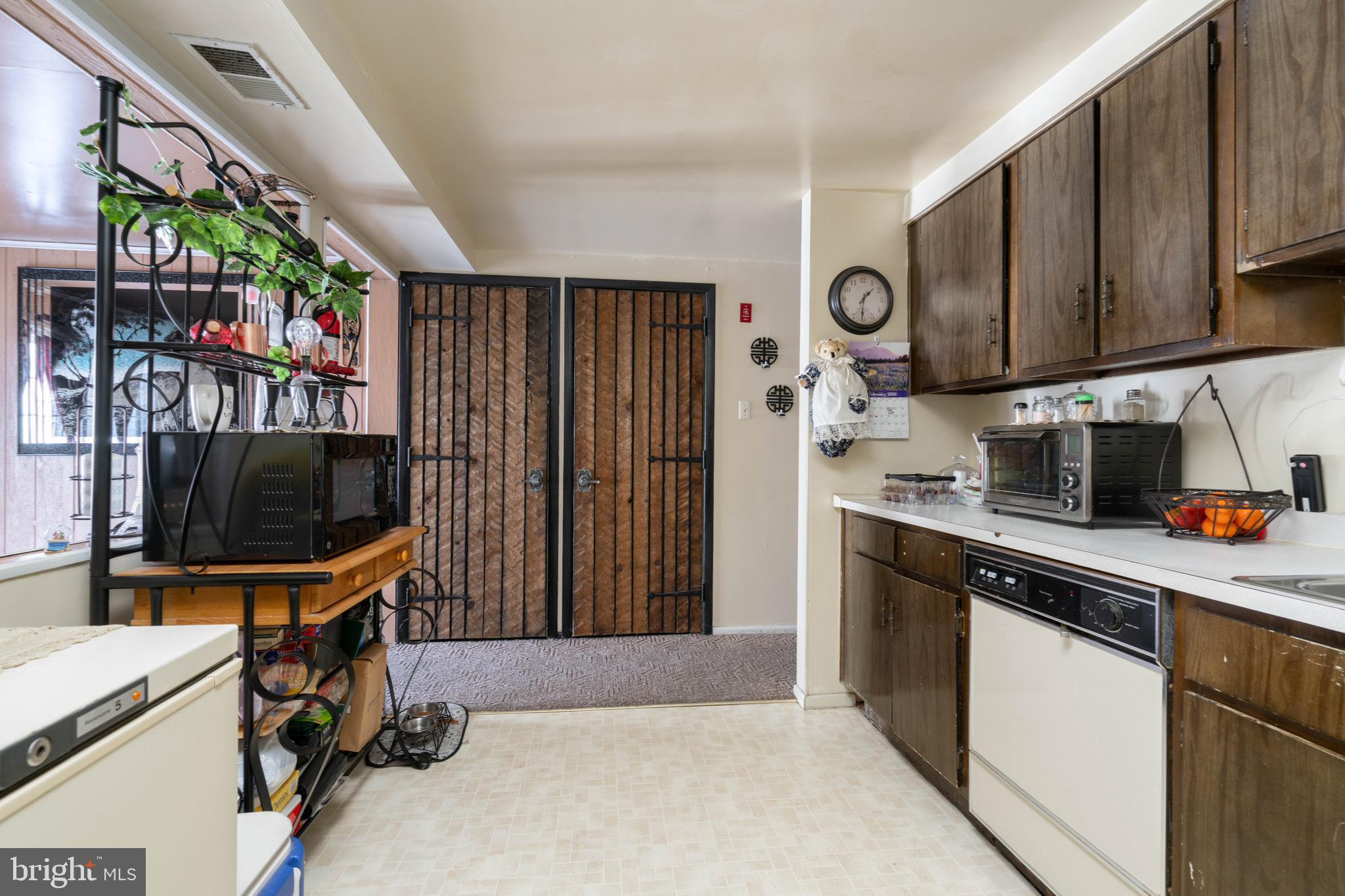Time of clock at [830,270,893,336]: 1:30
